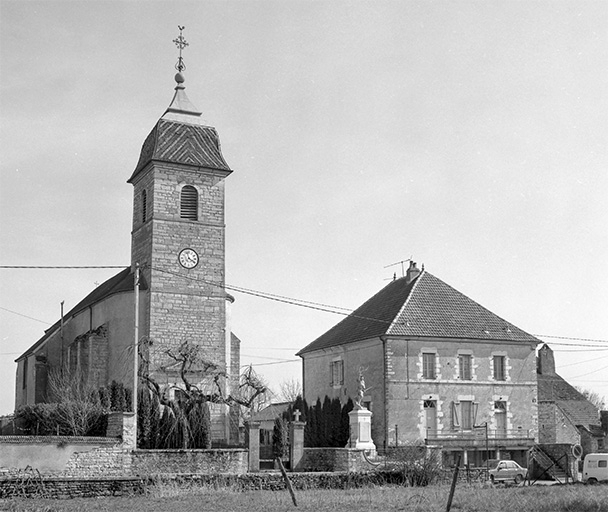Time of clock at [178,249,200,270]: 3:57
